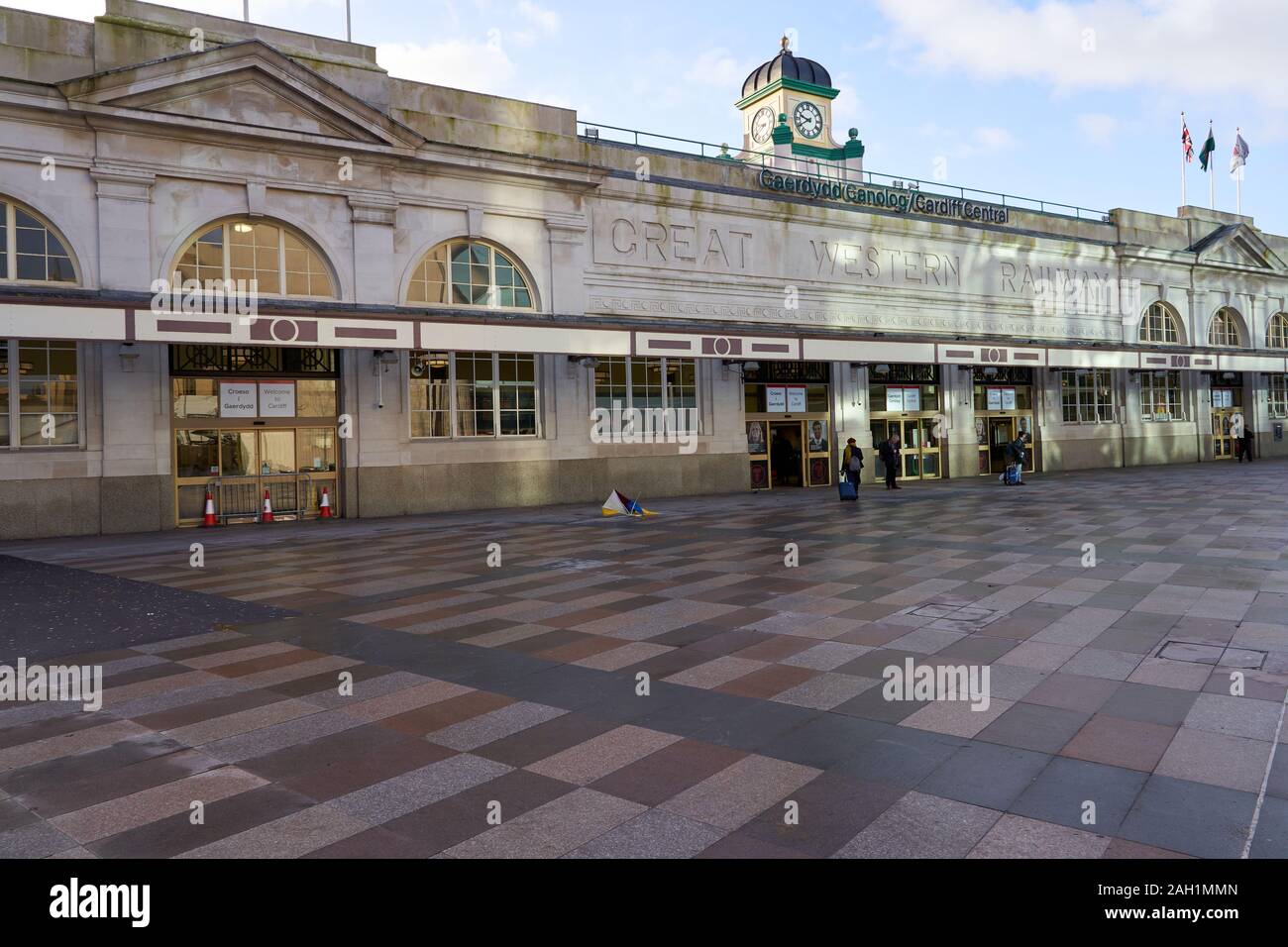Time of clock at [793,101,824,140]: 9:40
